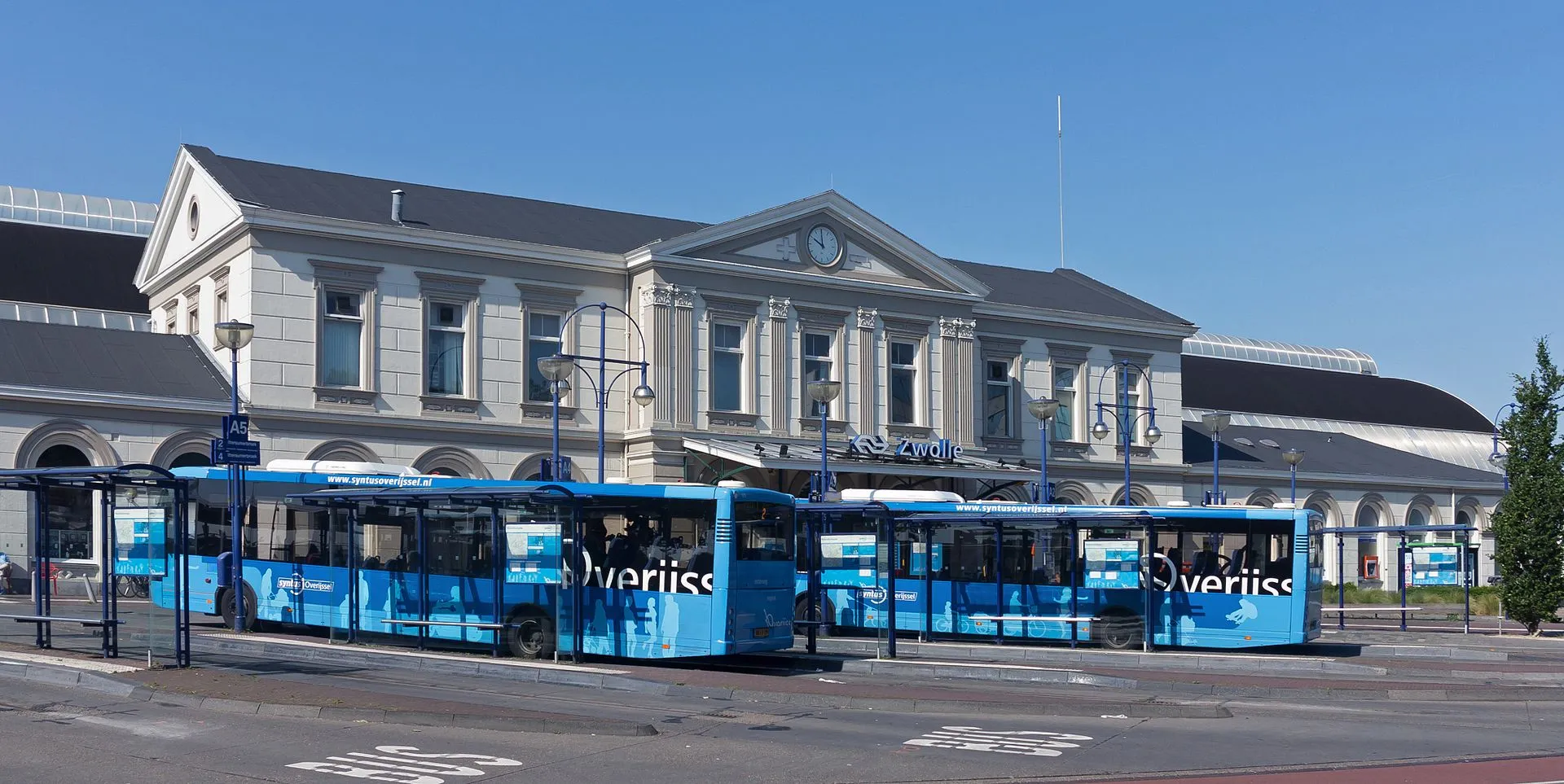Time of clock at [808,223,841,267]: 9:59
